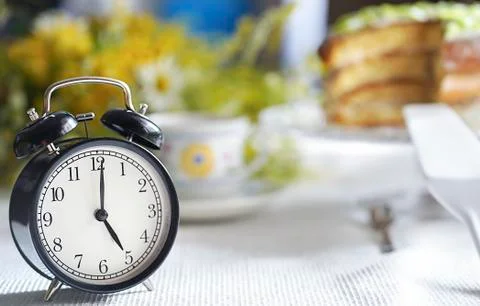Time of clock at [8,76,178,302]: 5:01
